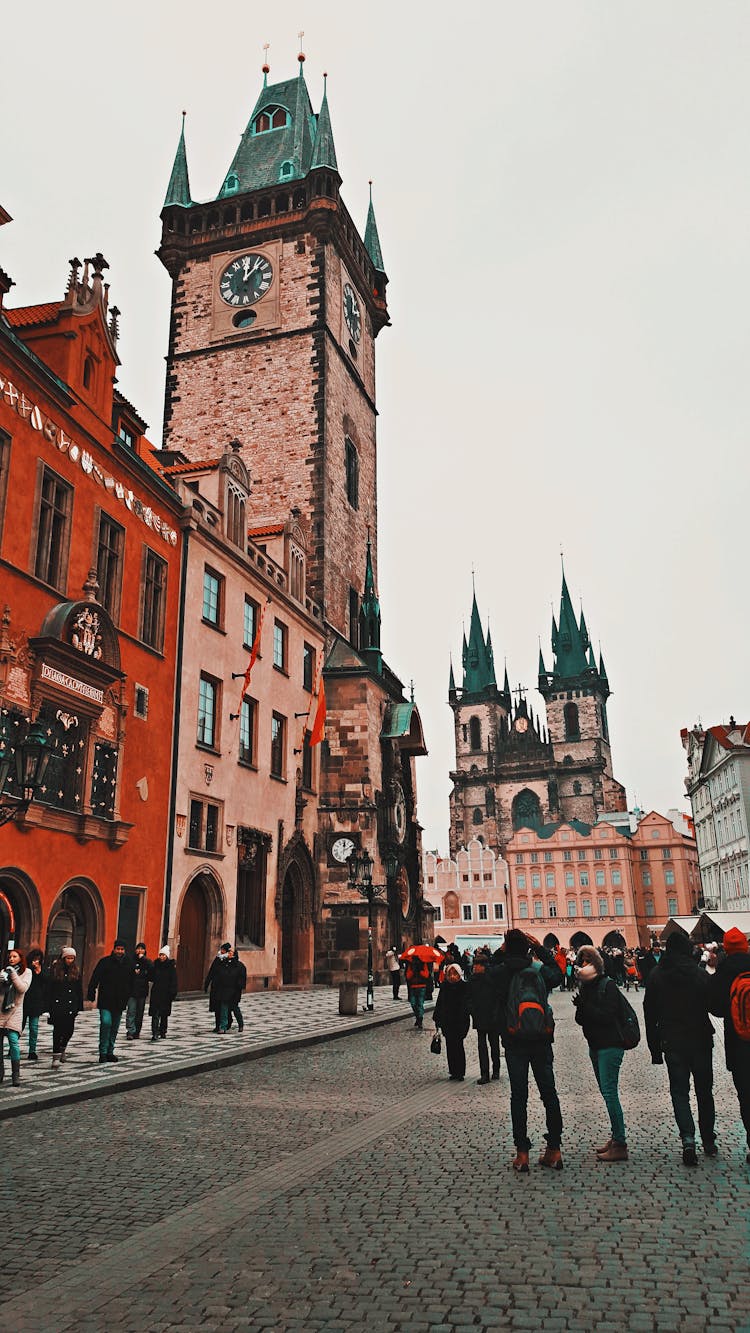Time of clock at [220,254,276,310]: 12:07
